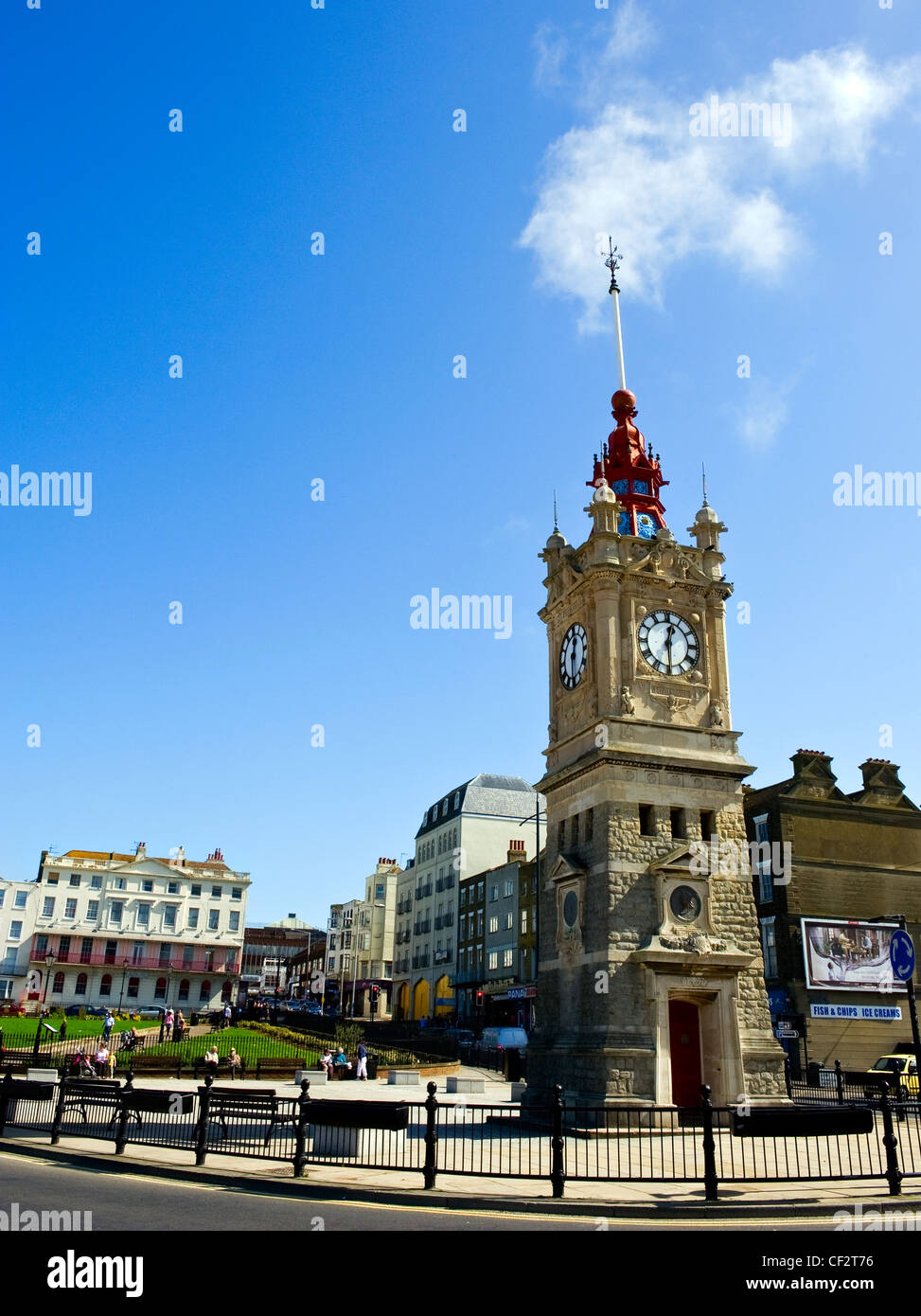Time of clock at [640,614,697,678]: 12:29
